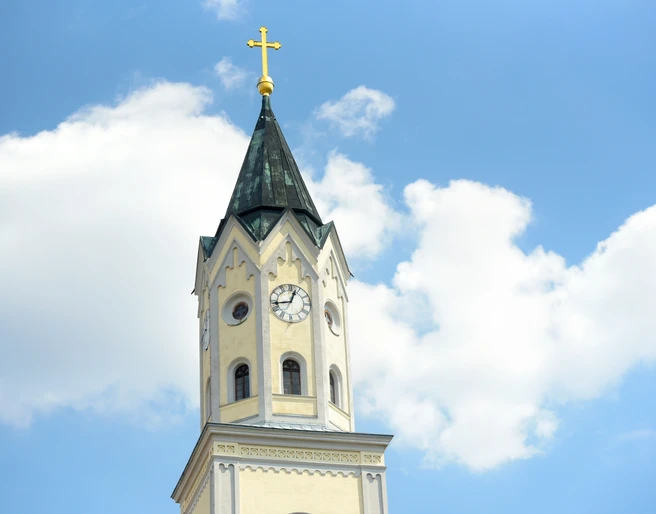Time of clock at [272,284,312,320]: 12:43
